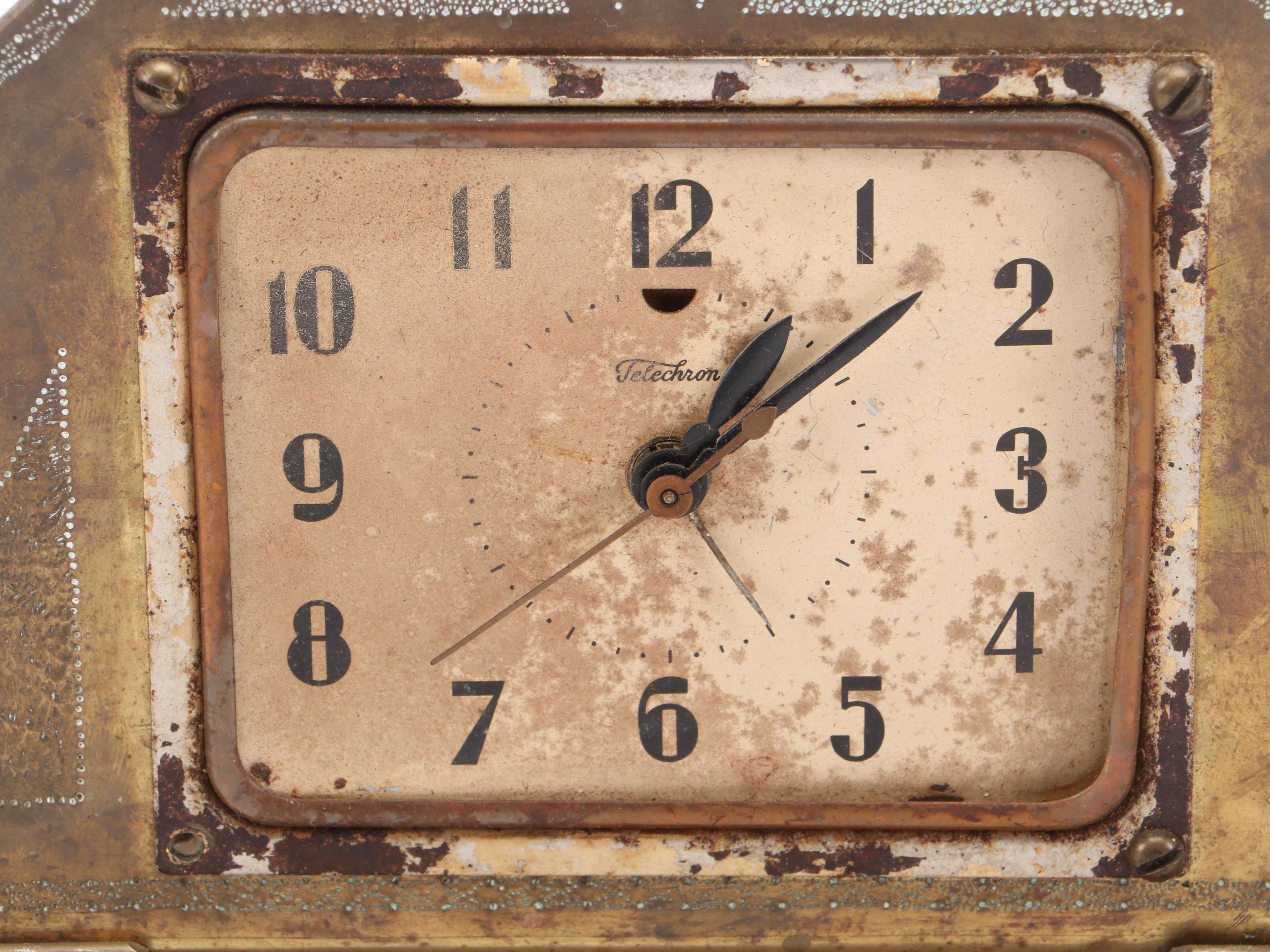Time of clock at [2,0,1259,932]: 1:08
